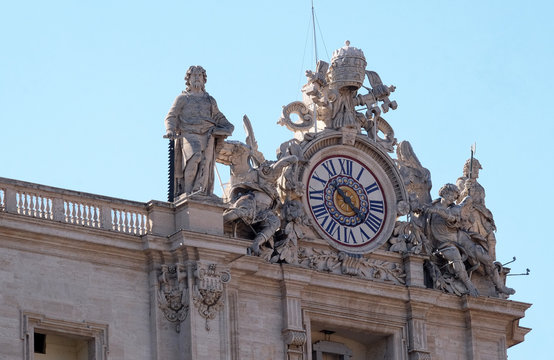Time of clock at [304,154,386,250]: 10:22
